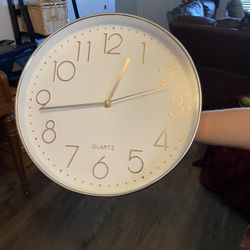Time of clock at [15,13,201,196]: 12:43
